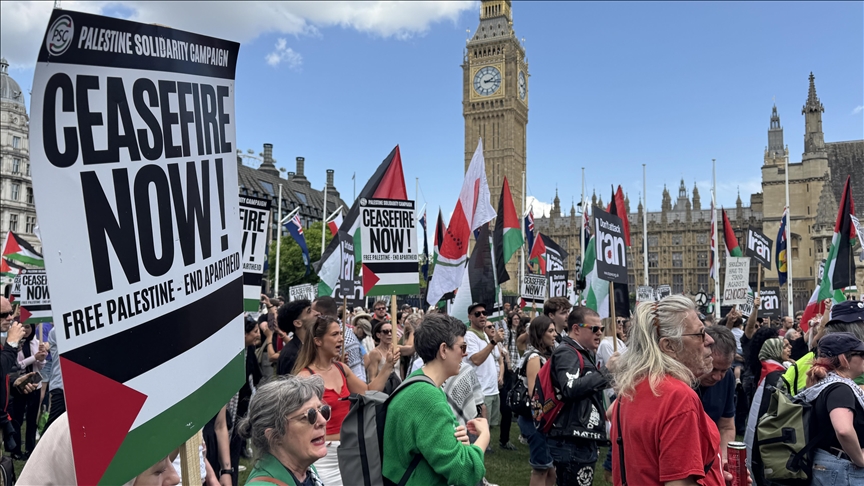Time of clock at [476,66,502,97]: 2:16
